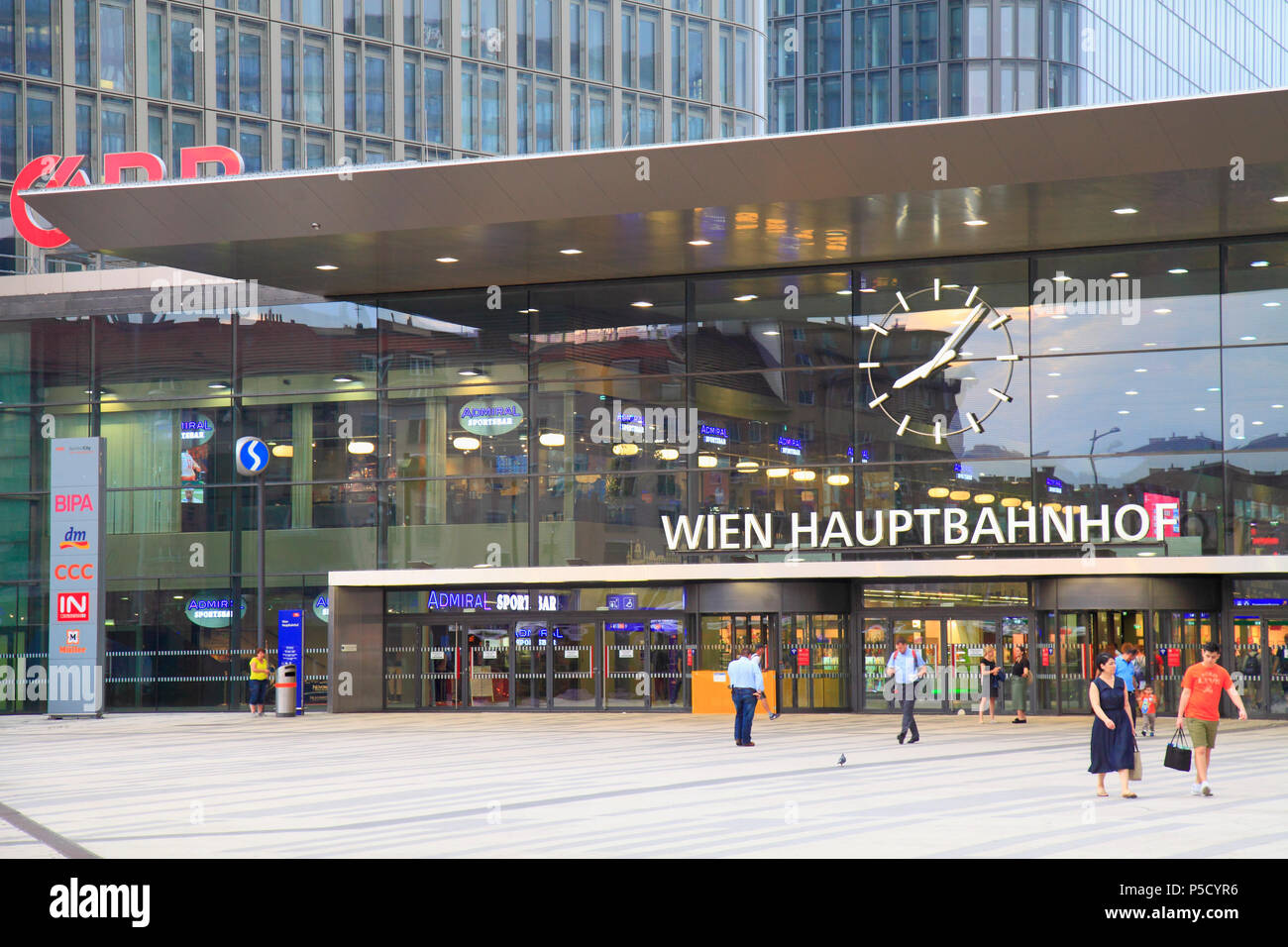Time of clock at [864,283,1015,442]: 8:07
